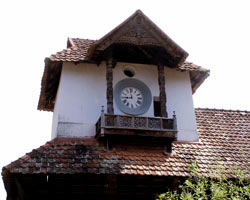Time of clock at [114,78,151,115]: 11:44
